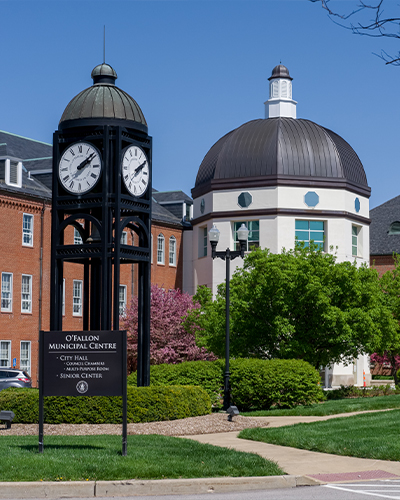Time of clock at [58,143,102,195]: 2:08
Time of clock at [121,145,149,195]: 2:09
